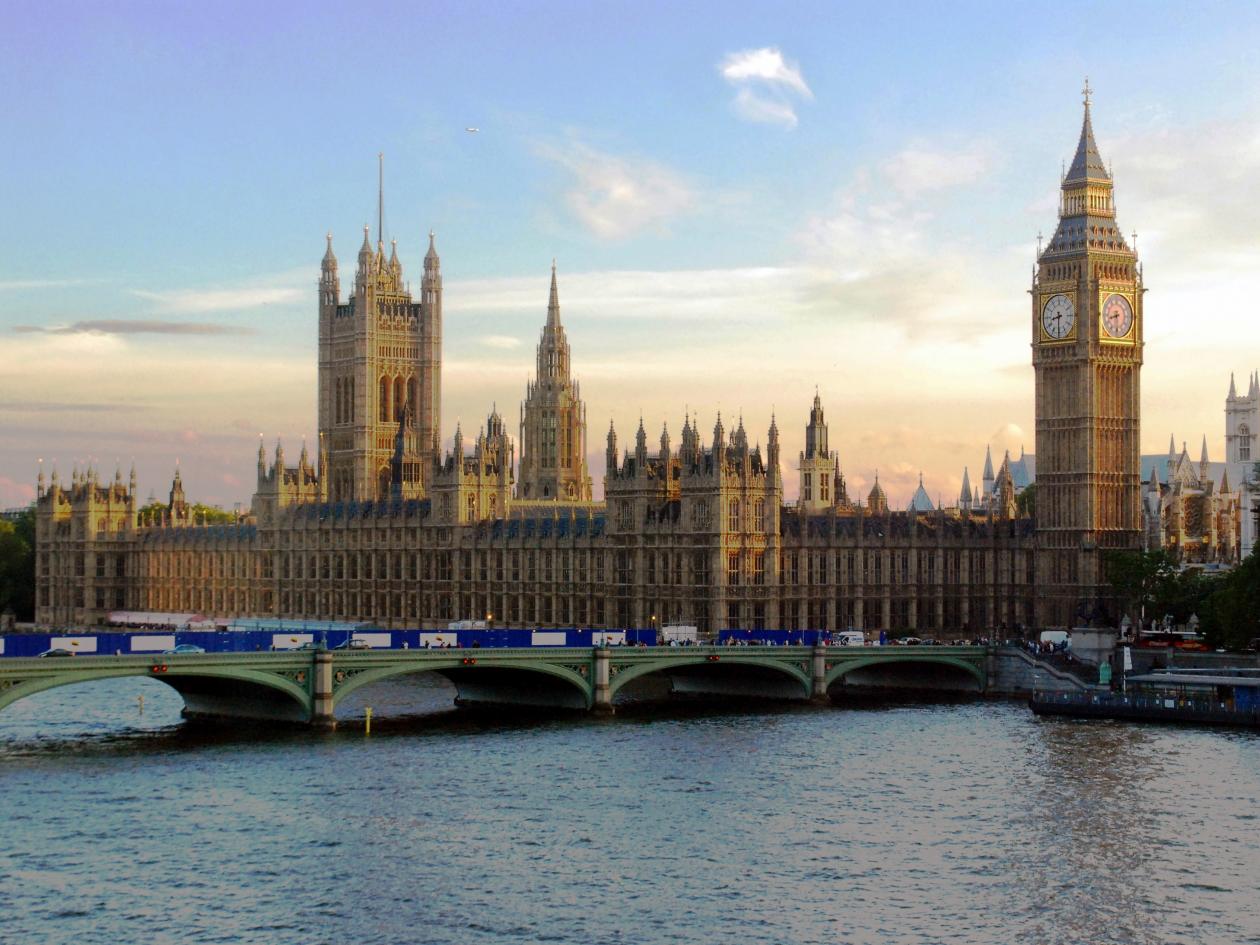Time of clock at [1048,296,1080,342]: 8:30
